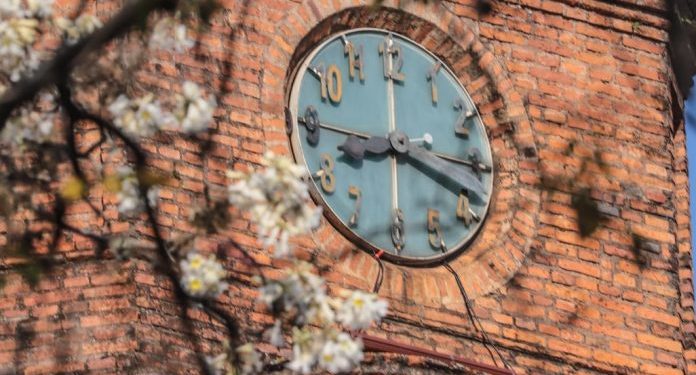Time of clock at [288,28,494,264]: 8:18
